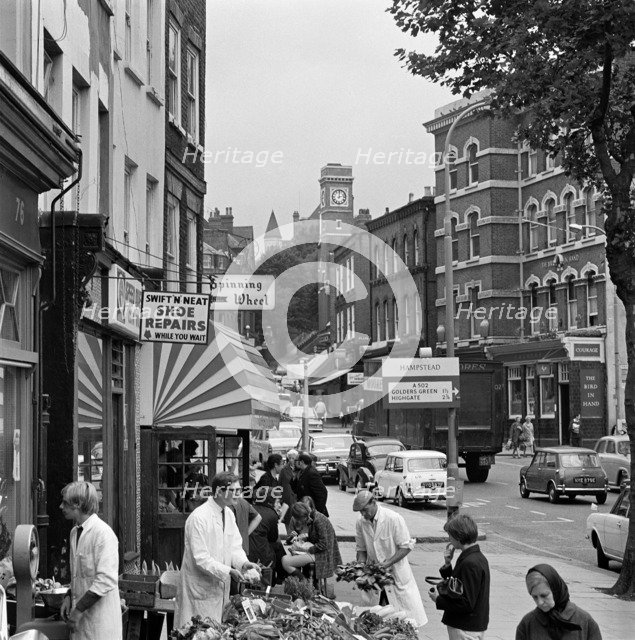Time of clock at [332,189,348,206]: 12:12
